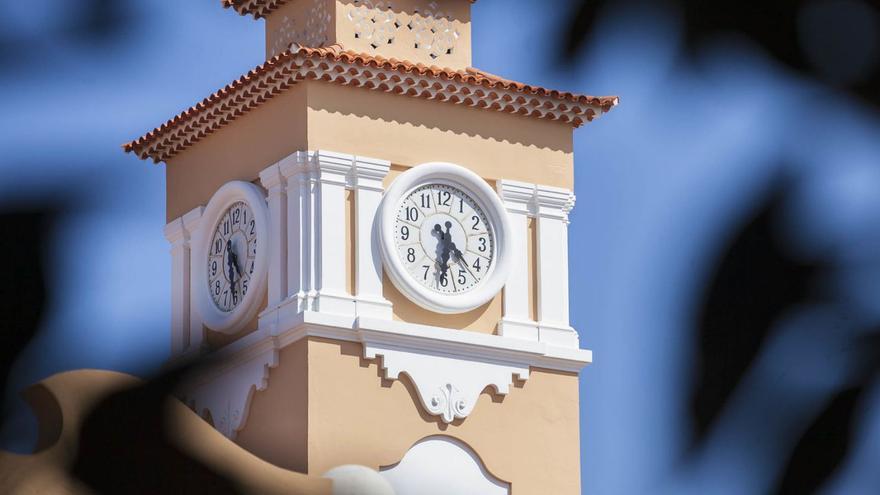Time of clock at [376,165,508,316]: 4:31
